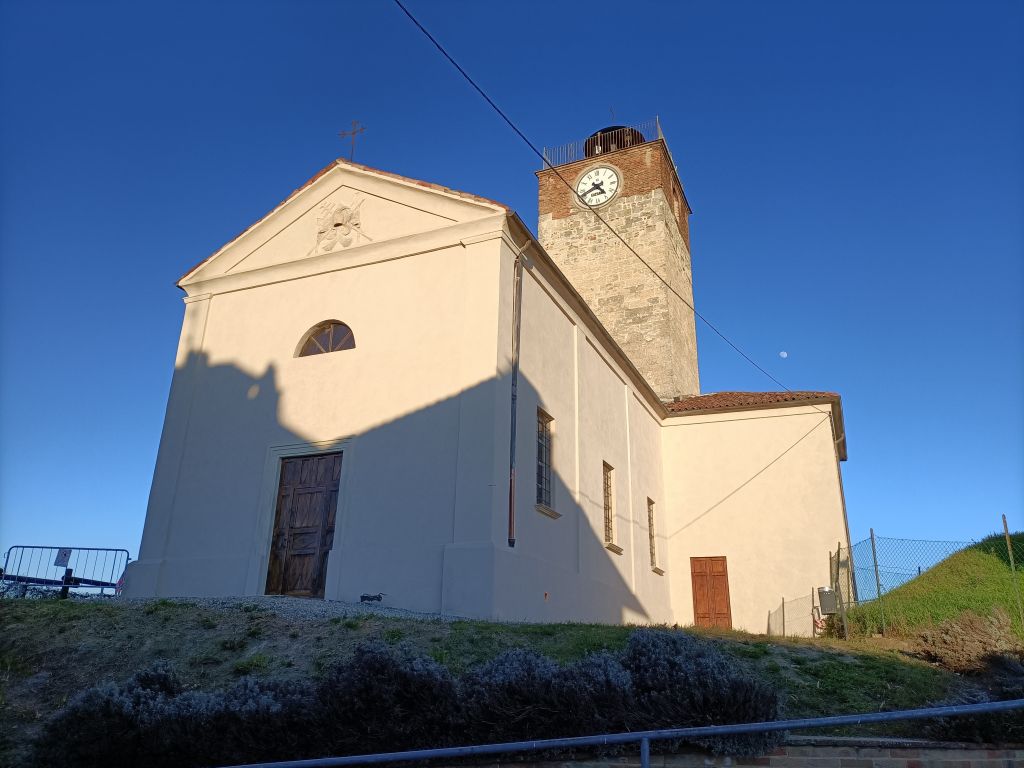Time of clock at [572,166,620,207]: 4:41
